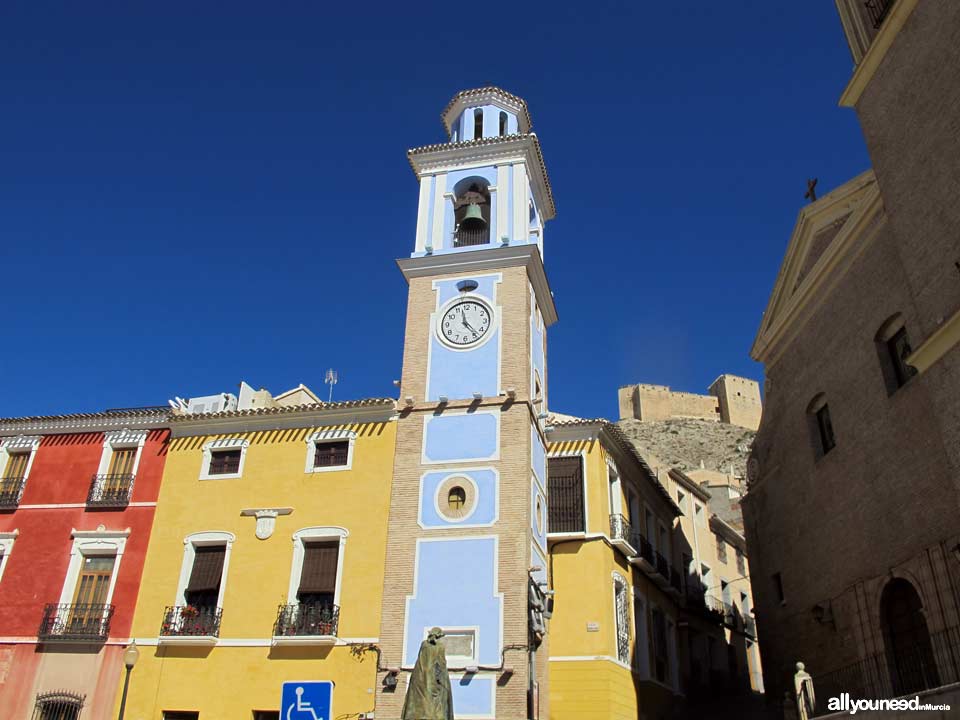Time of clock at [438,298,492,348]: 11:23
